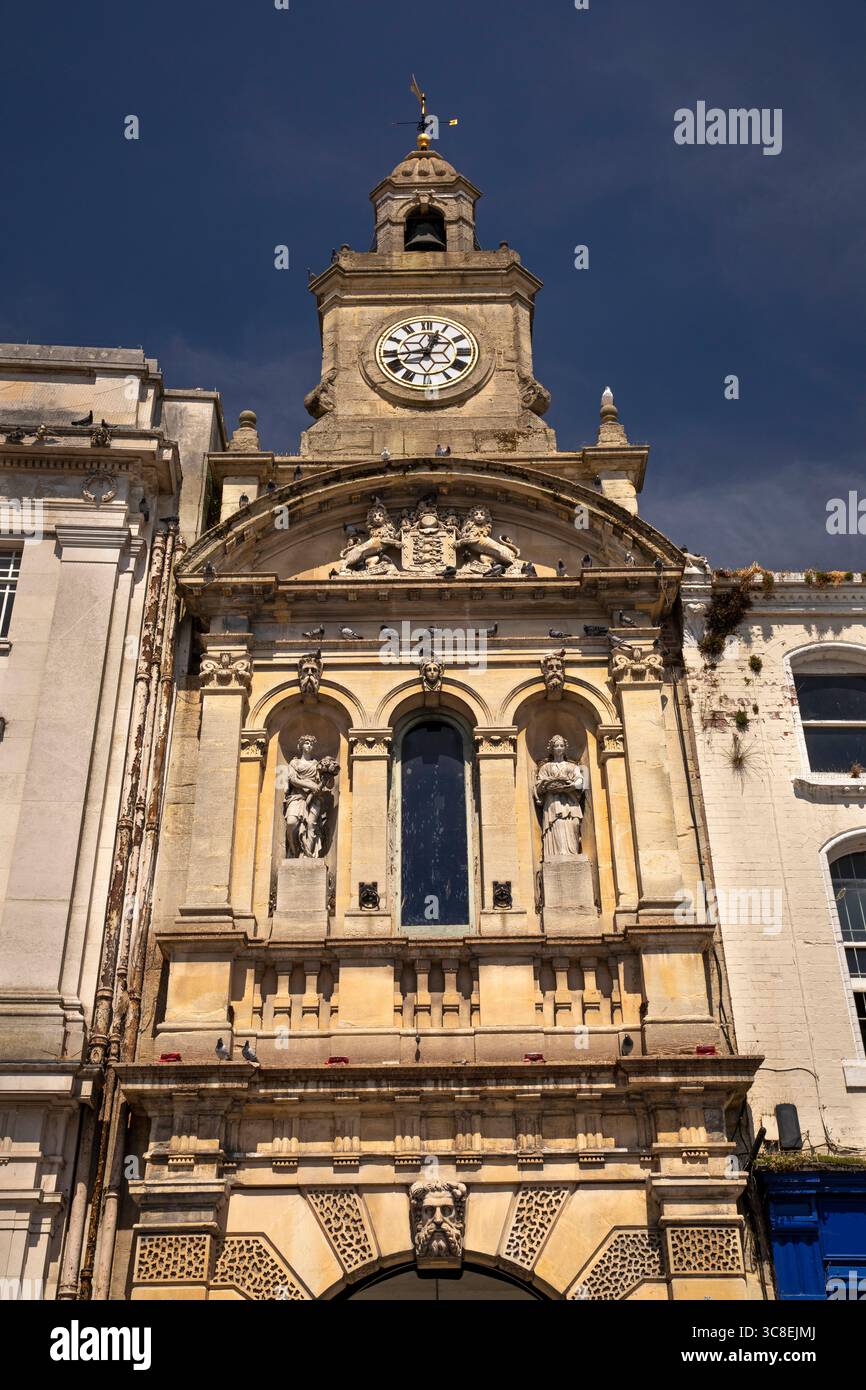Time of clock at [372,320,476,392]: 12:43
